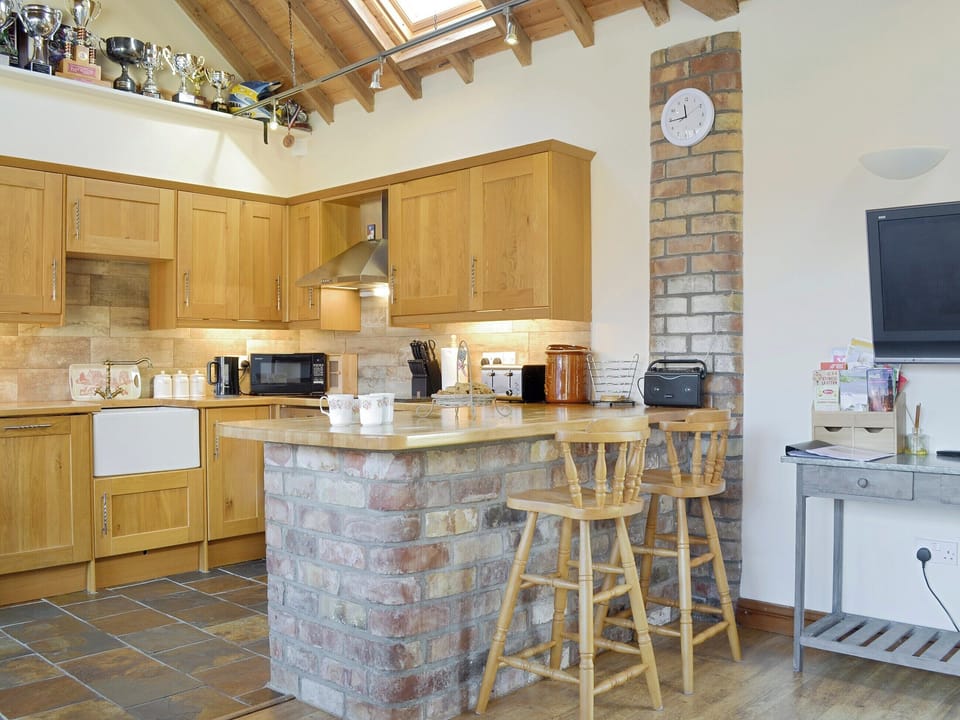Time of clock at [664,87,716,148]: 11:44
